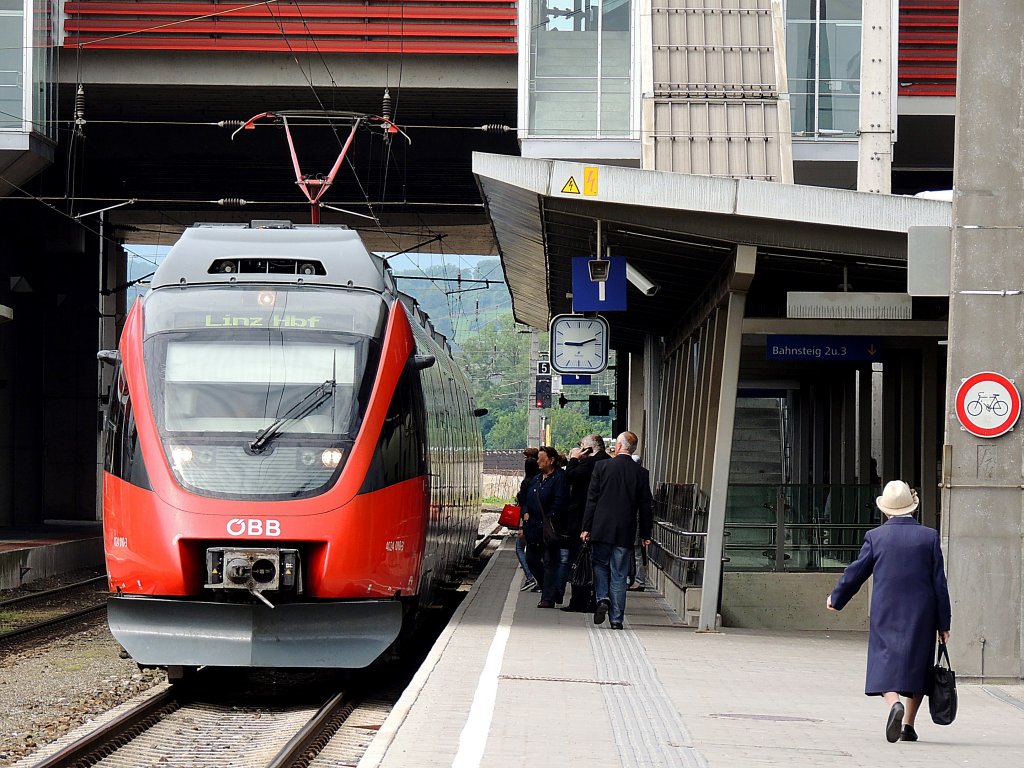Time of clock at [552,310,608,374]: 9:11
